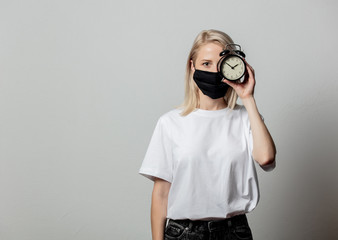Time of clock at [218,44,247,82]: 1:51
